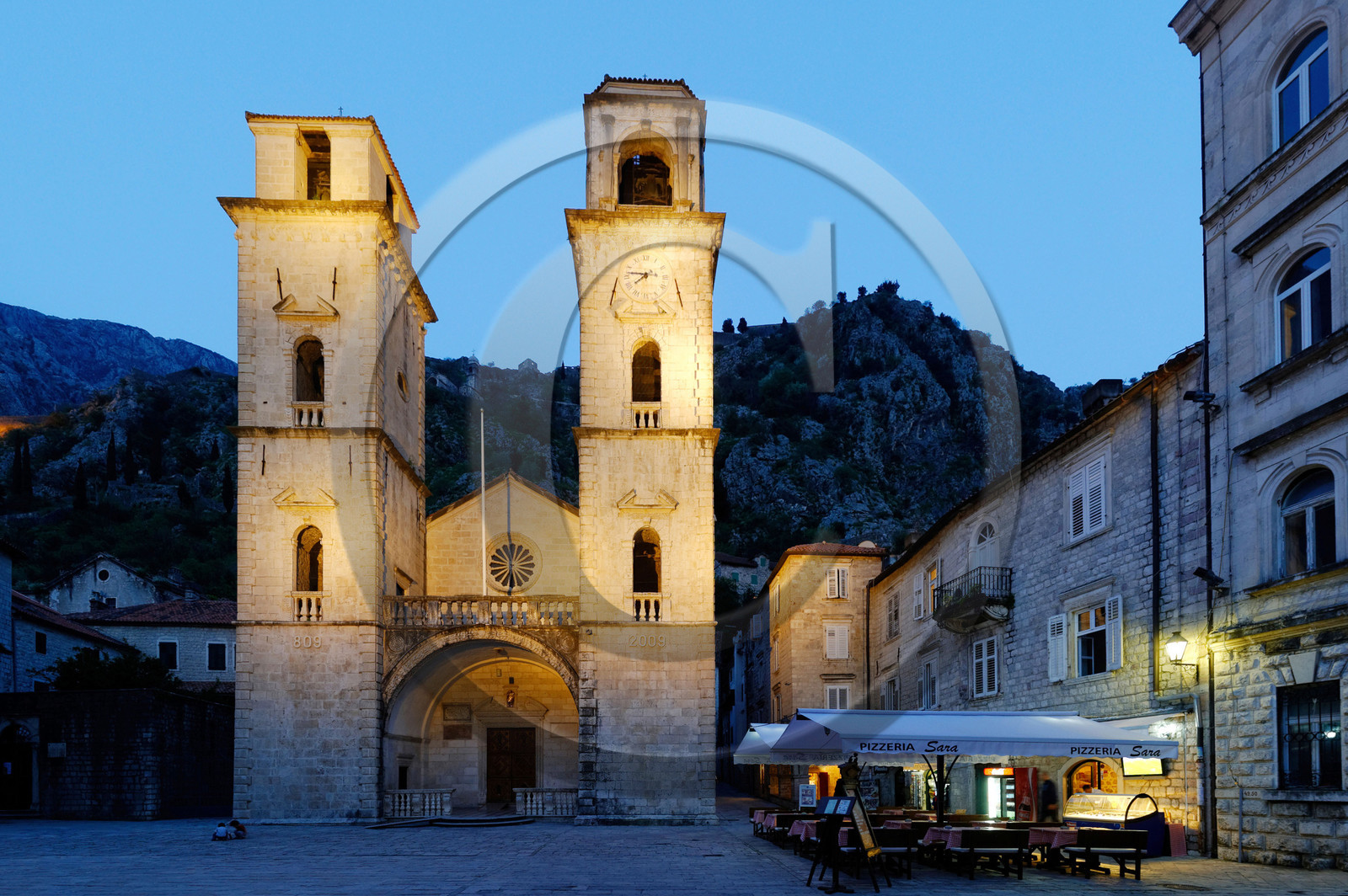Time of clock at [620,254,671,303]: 7:46
